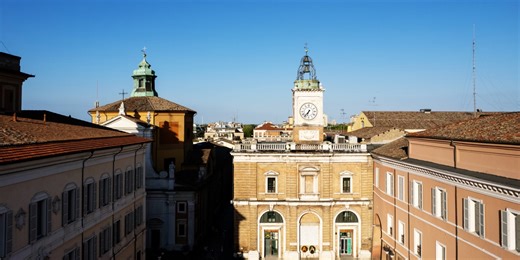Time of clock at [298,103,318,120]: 6:36
